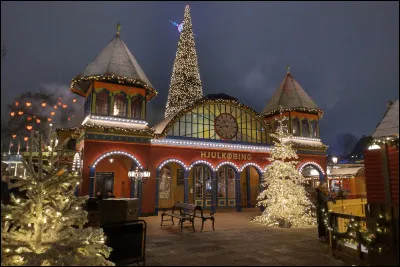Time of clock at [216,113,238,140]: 10:43
